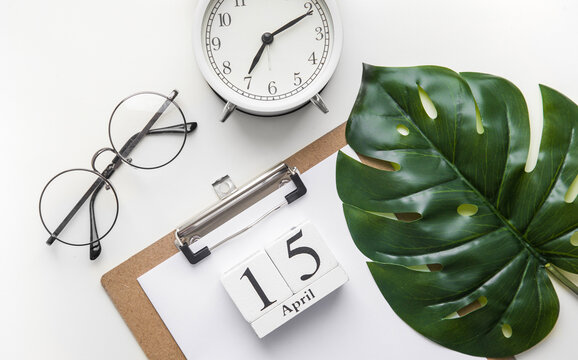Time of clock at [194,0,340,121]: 7:10
